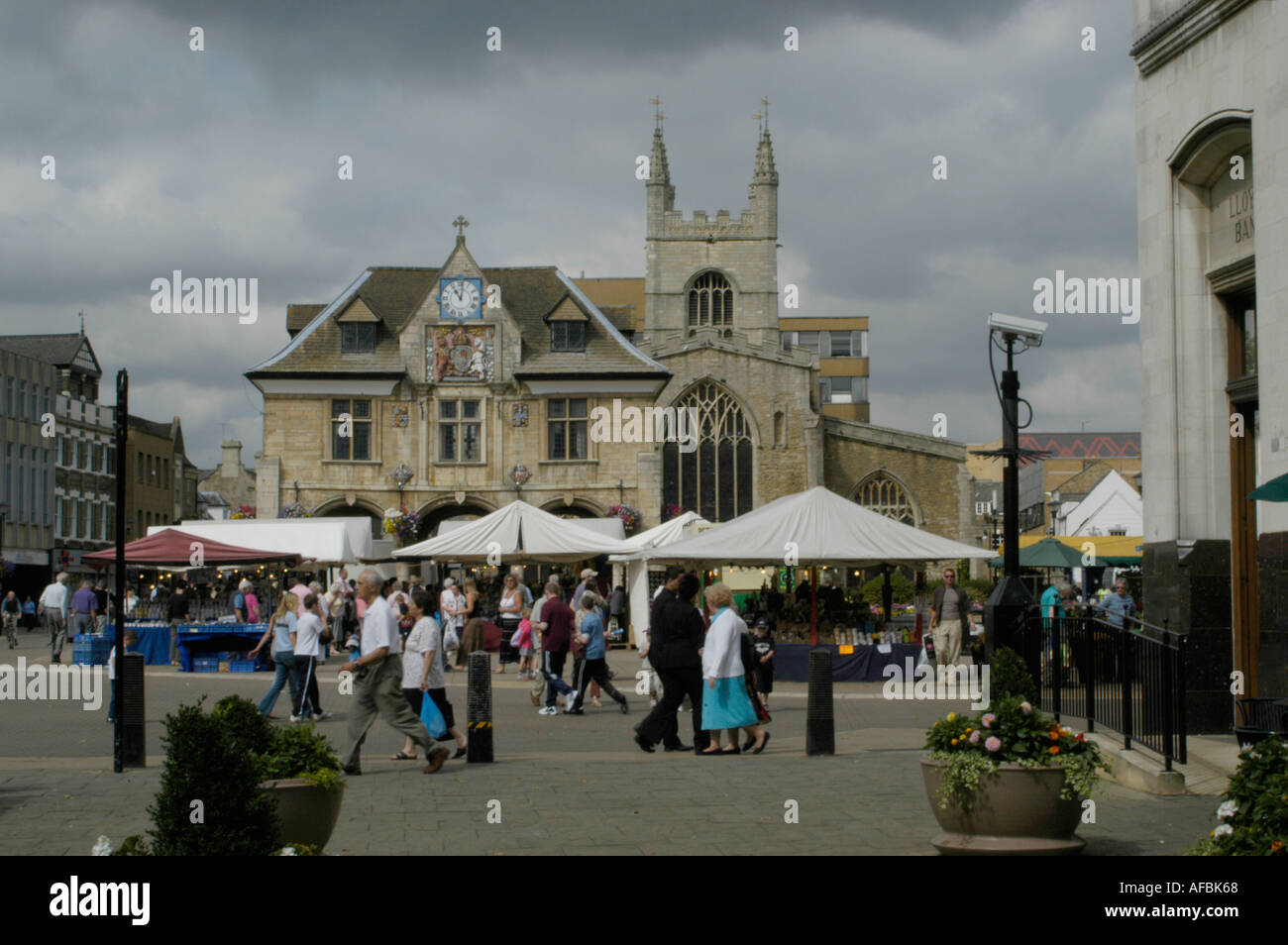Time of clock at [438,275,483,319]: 11:01
